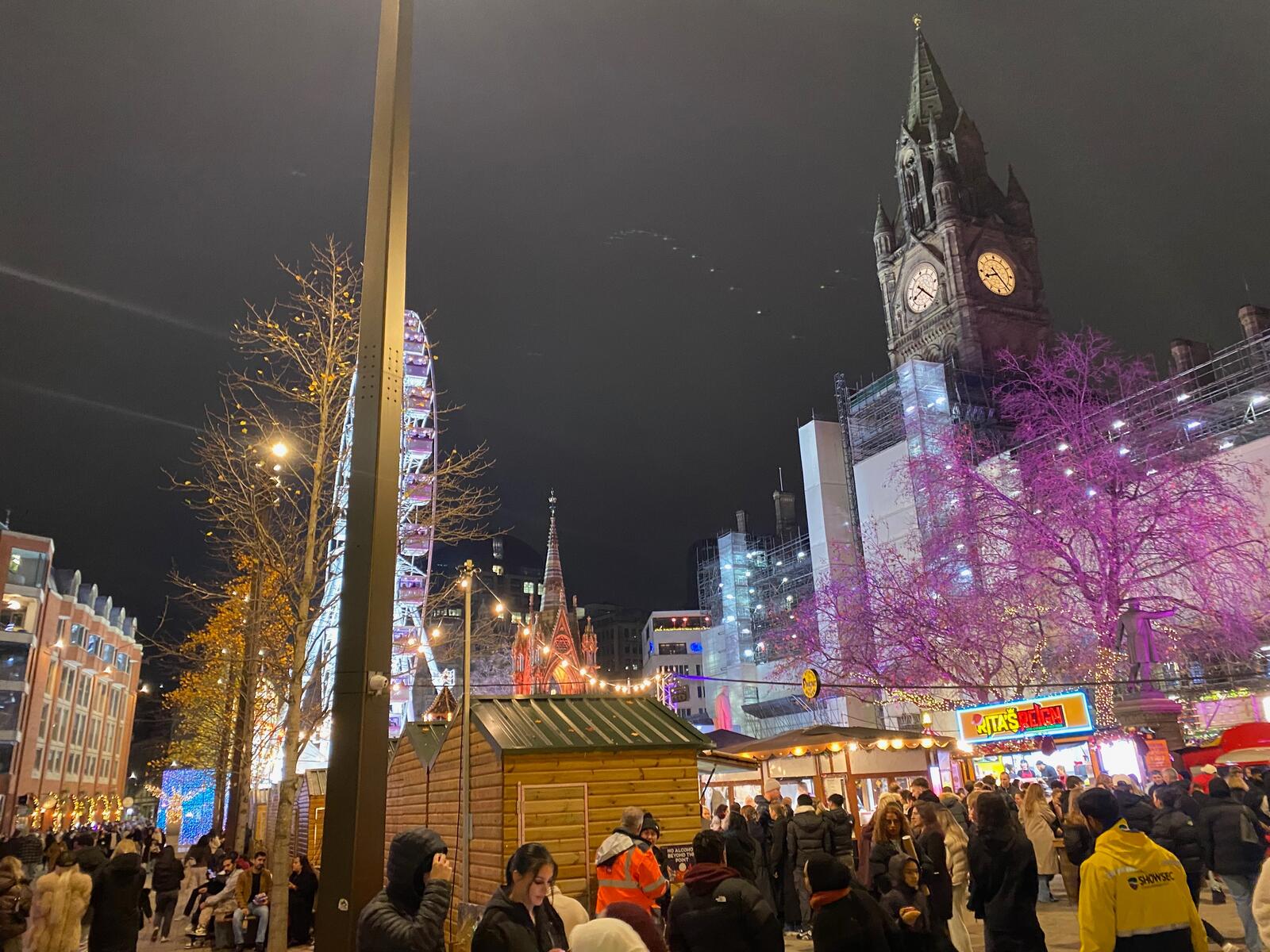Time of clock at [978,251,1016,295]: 8:23
